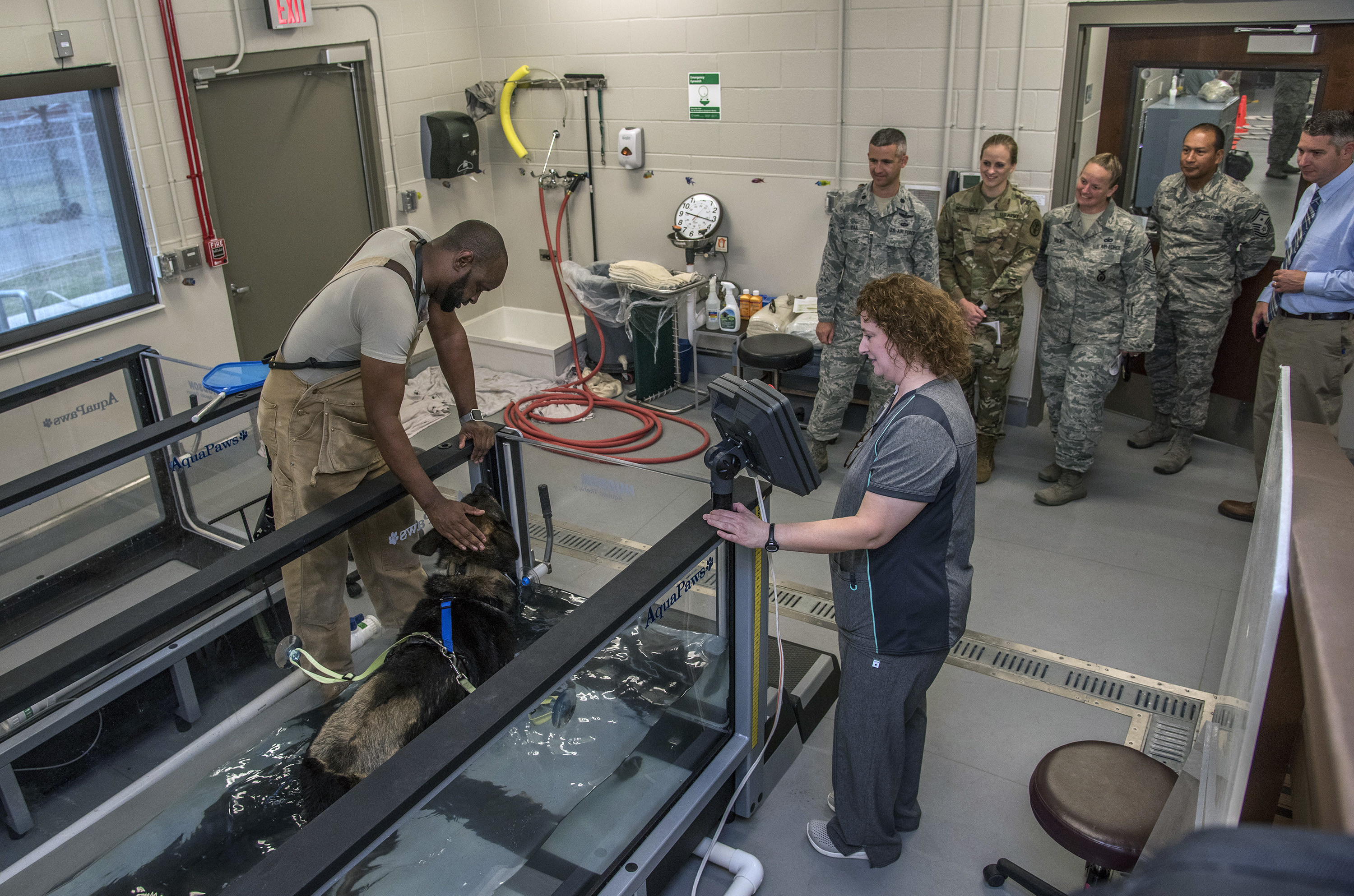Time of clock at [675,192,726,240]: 9:16
